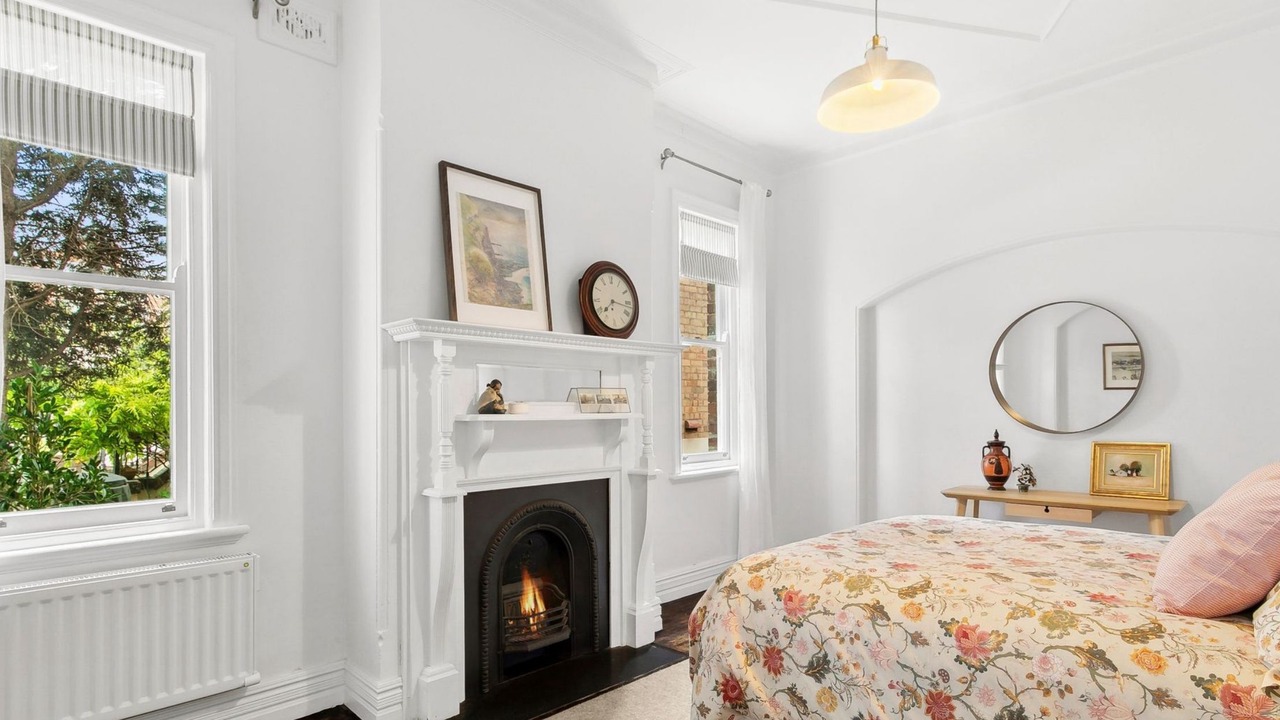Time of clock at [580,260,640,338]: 7:16
